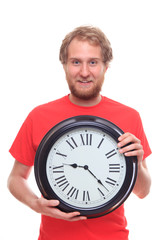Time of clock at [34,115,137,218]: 9:22
